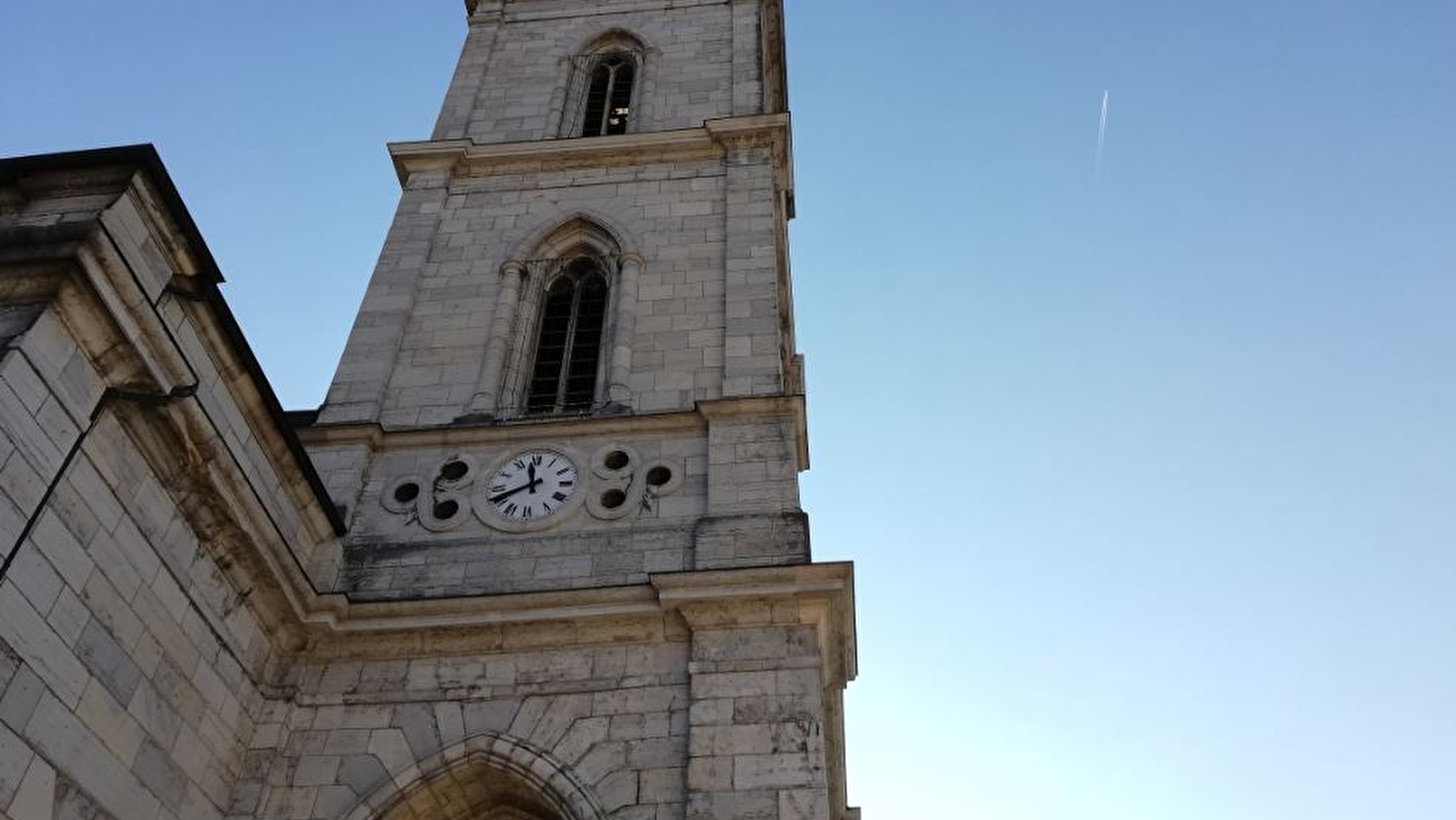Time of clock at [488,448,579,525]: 11:40
